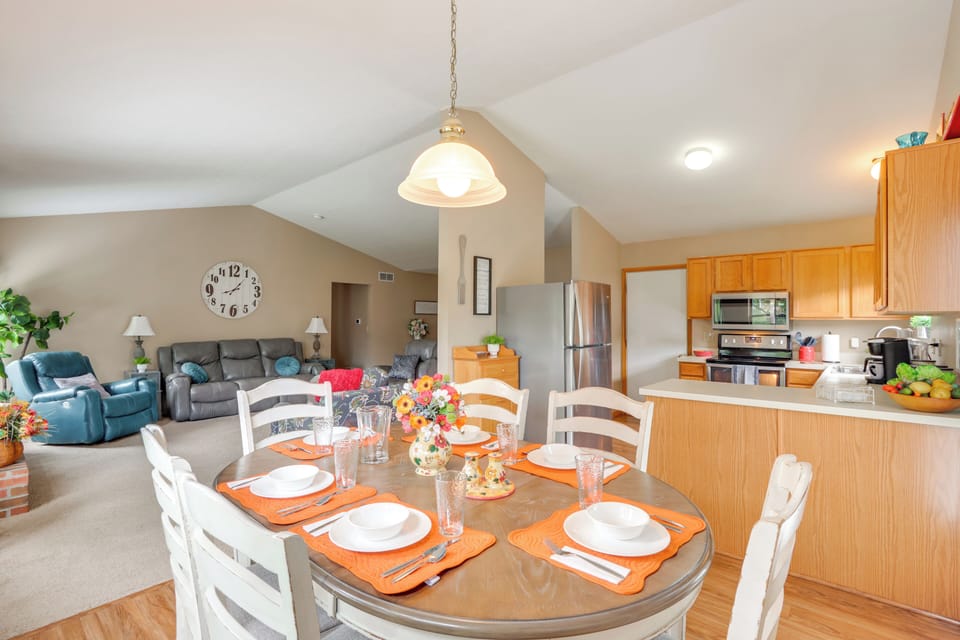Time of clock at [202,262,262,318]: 8:06
